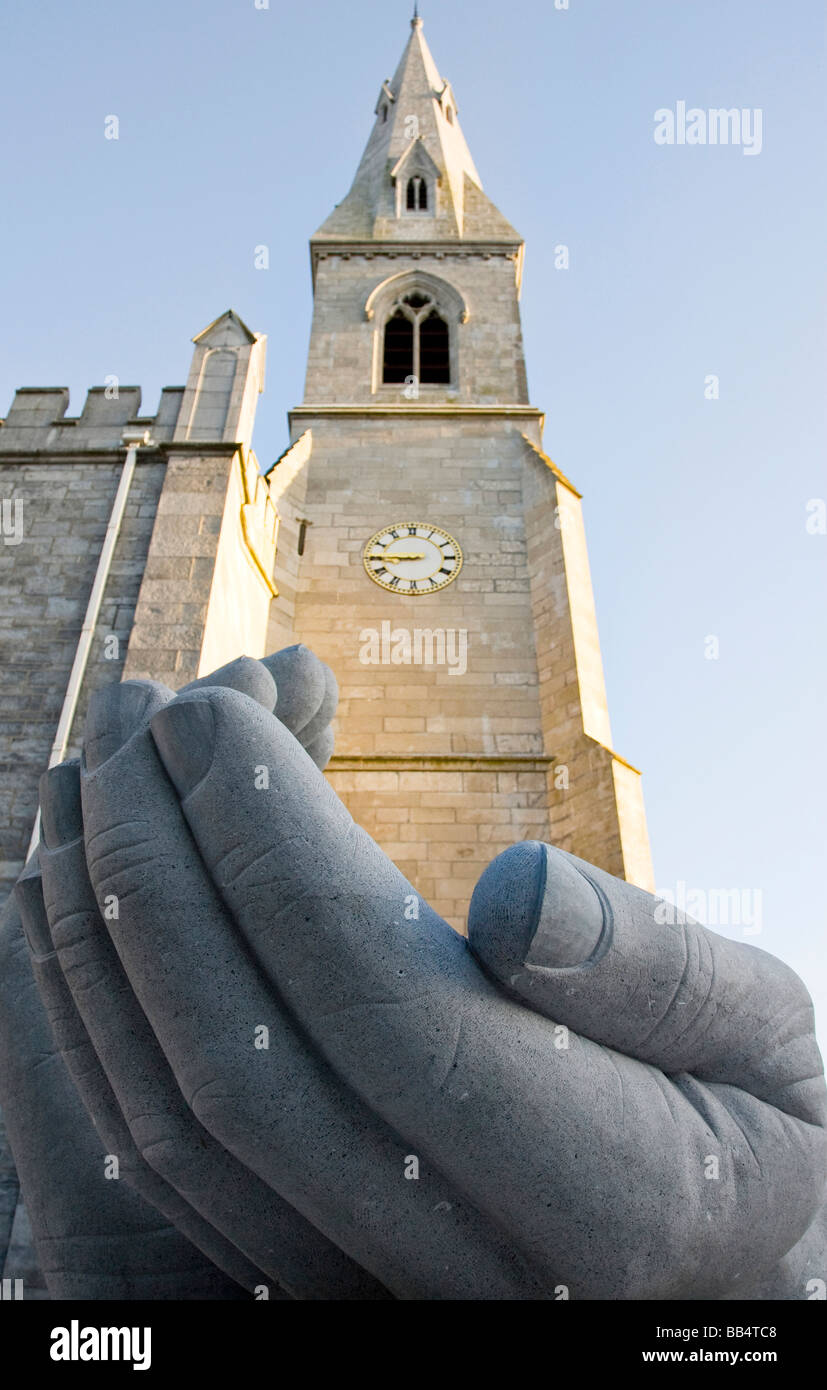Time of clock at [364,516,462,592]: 8:45
